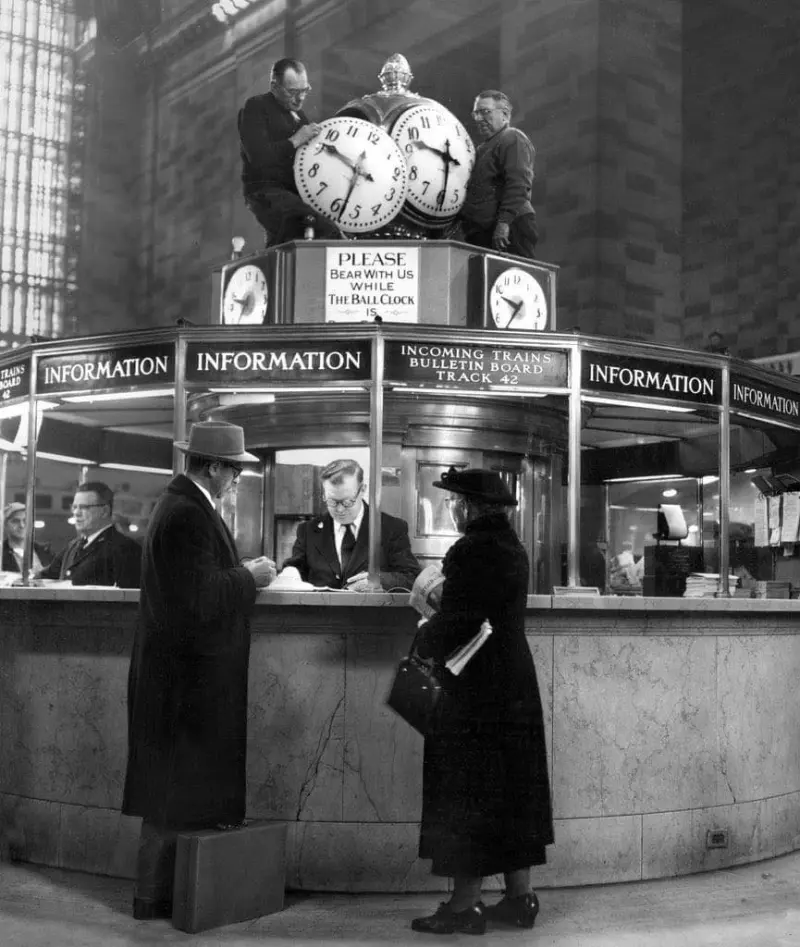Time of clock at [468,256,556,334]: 9:35
